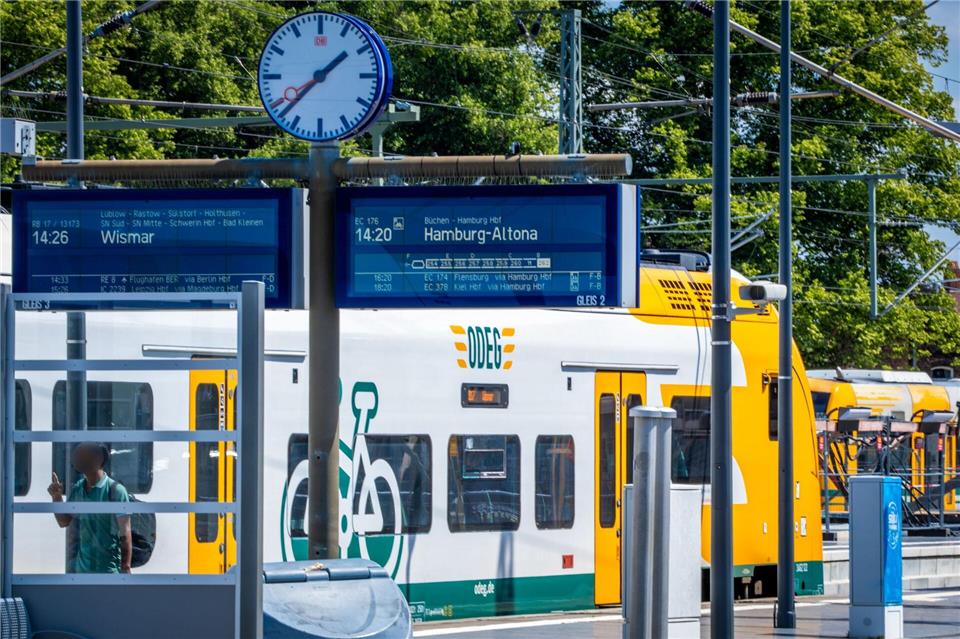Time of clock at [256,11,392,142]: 1:37
